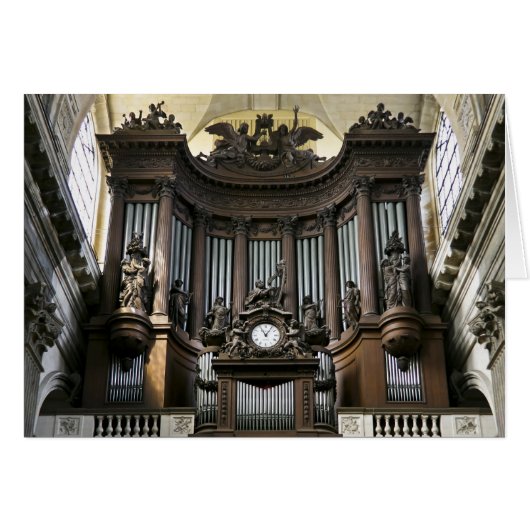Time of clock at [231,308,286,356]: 11:06
